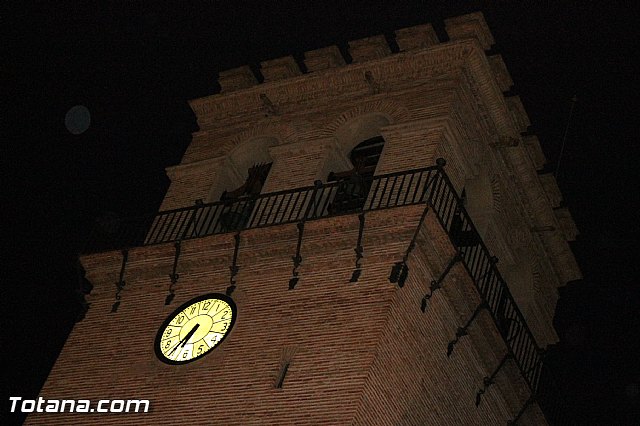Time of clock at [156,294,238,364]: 6:36
